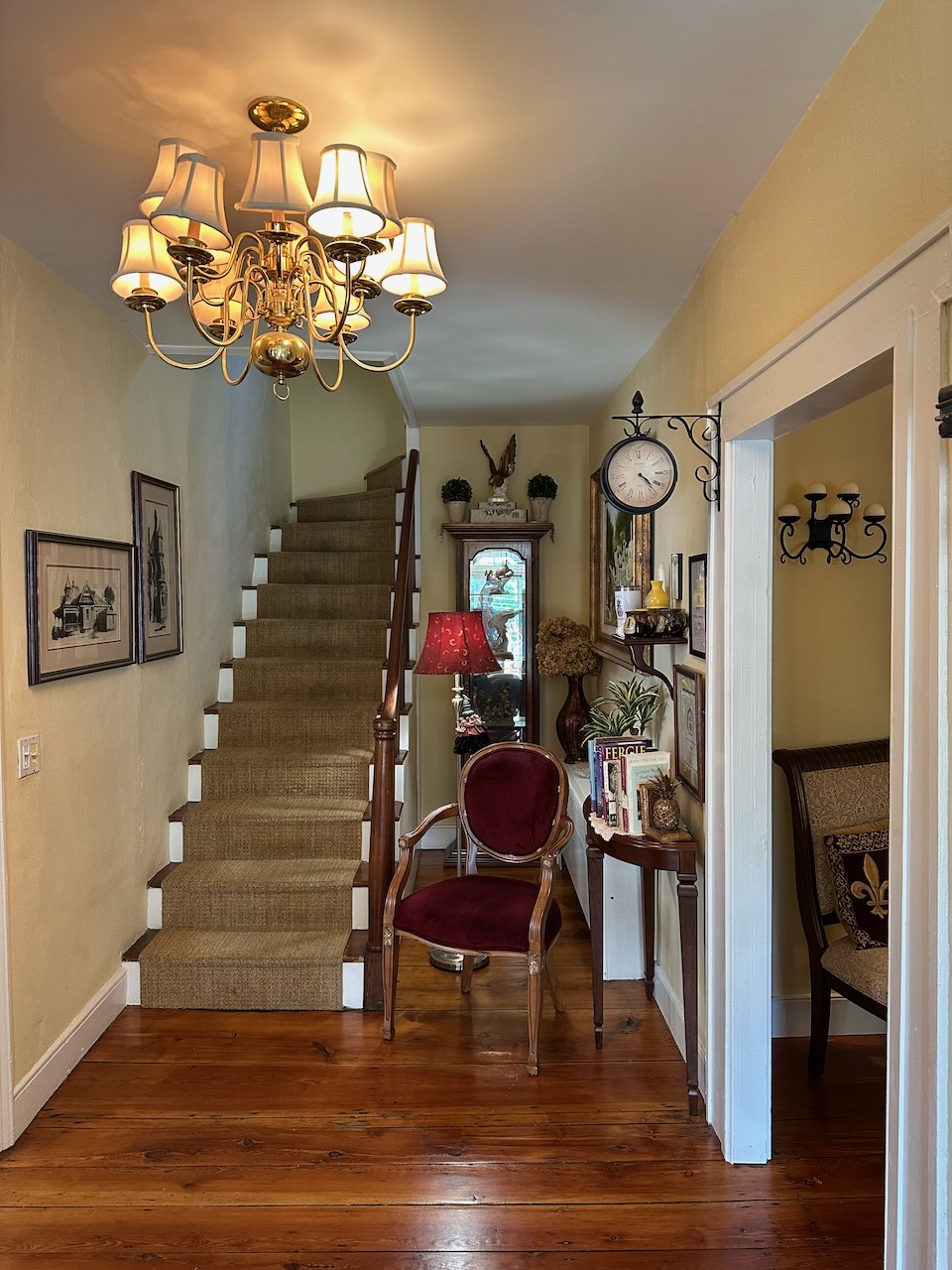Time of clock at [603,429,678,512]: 4:23
